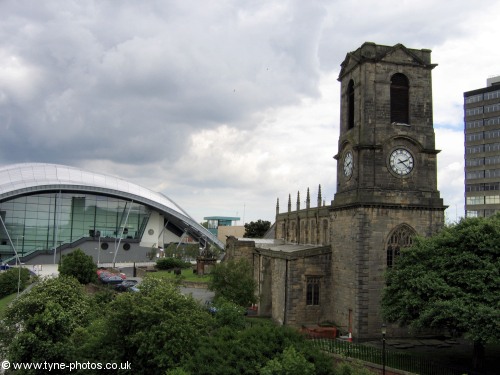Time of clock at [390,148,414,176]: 2:21
